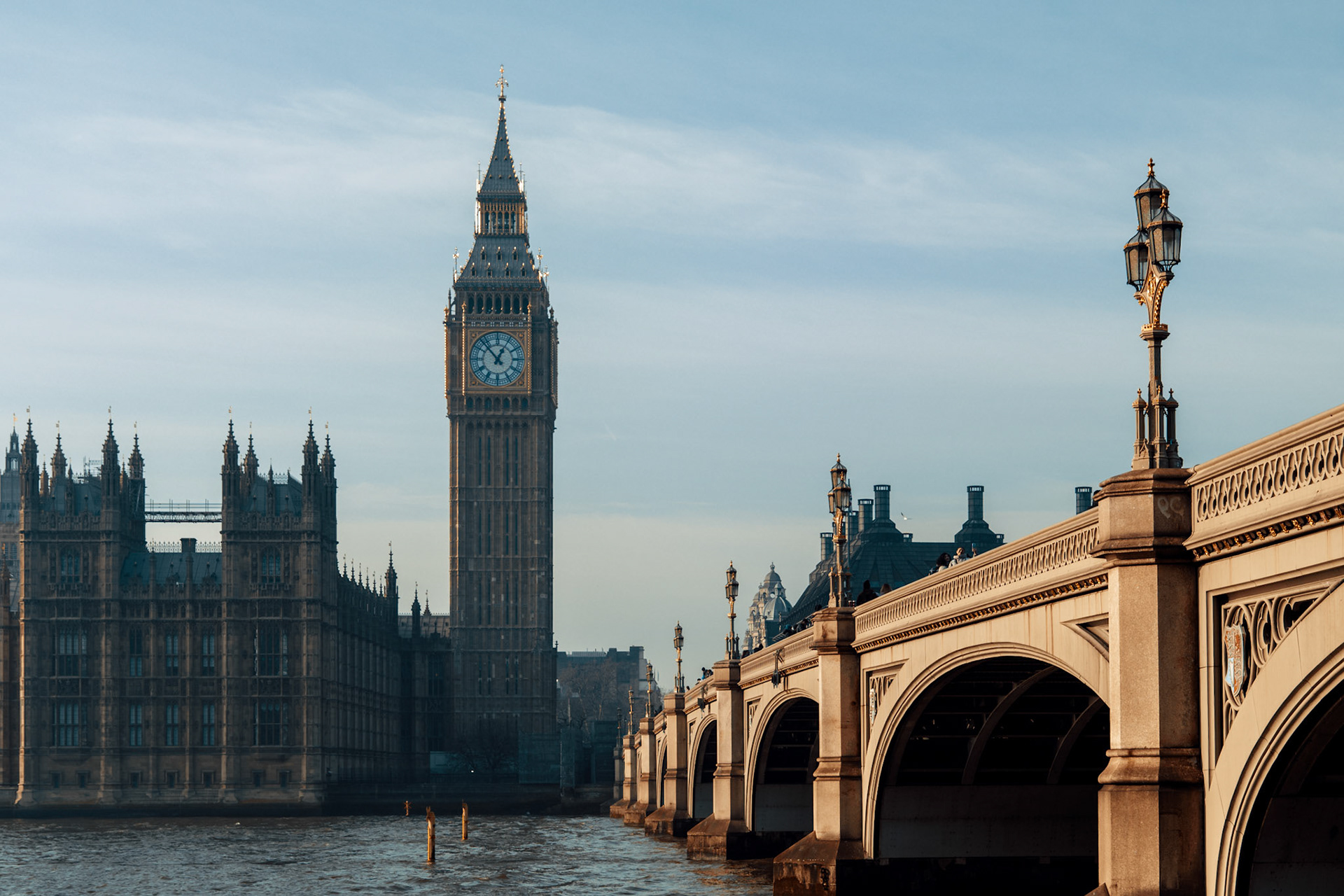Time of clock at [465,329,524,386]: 12:53
